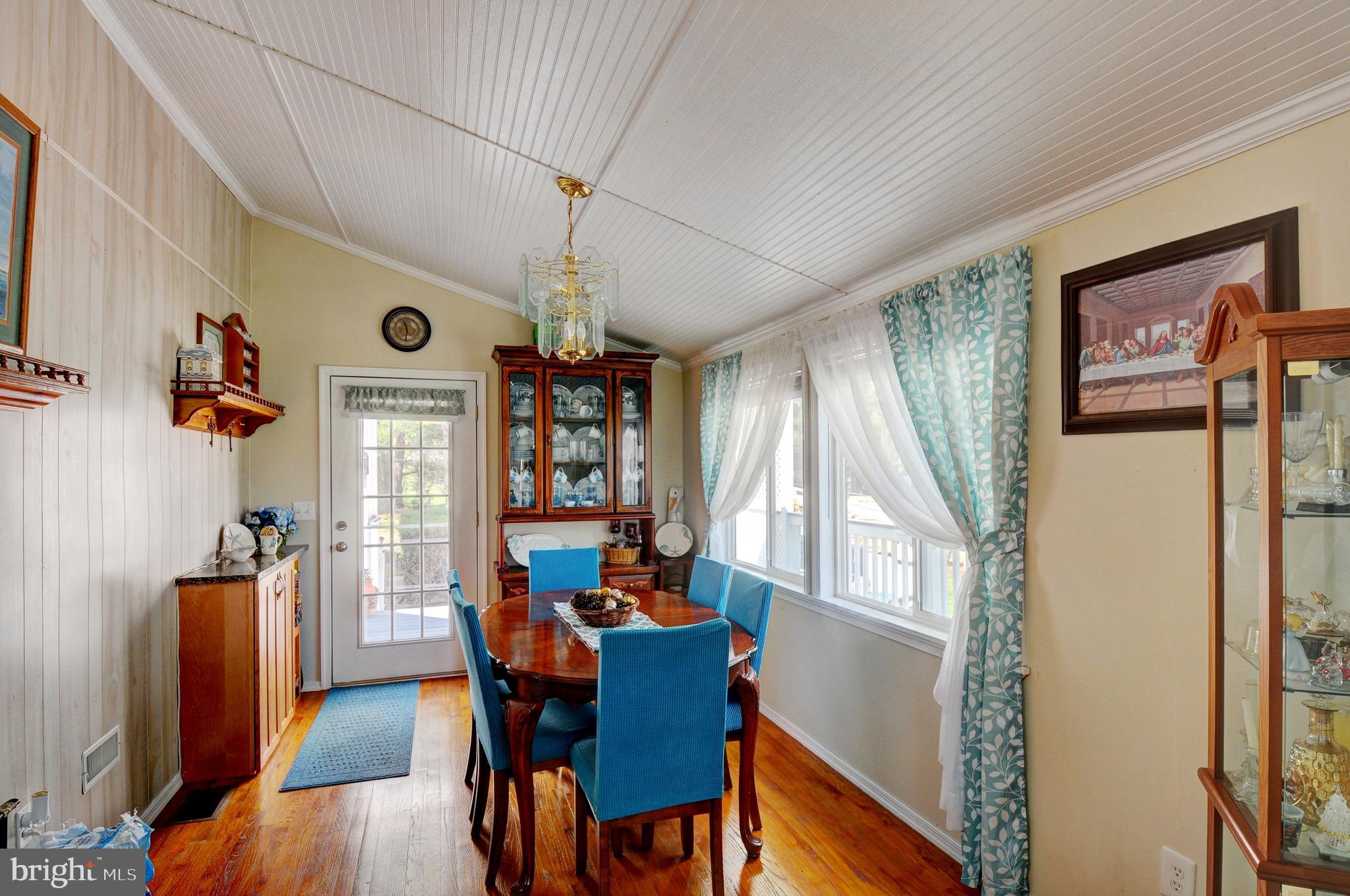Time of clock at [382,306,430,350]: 11:31
